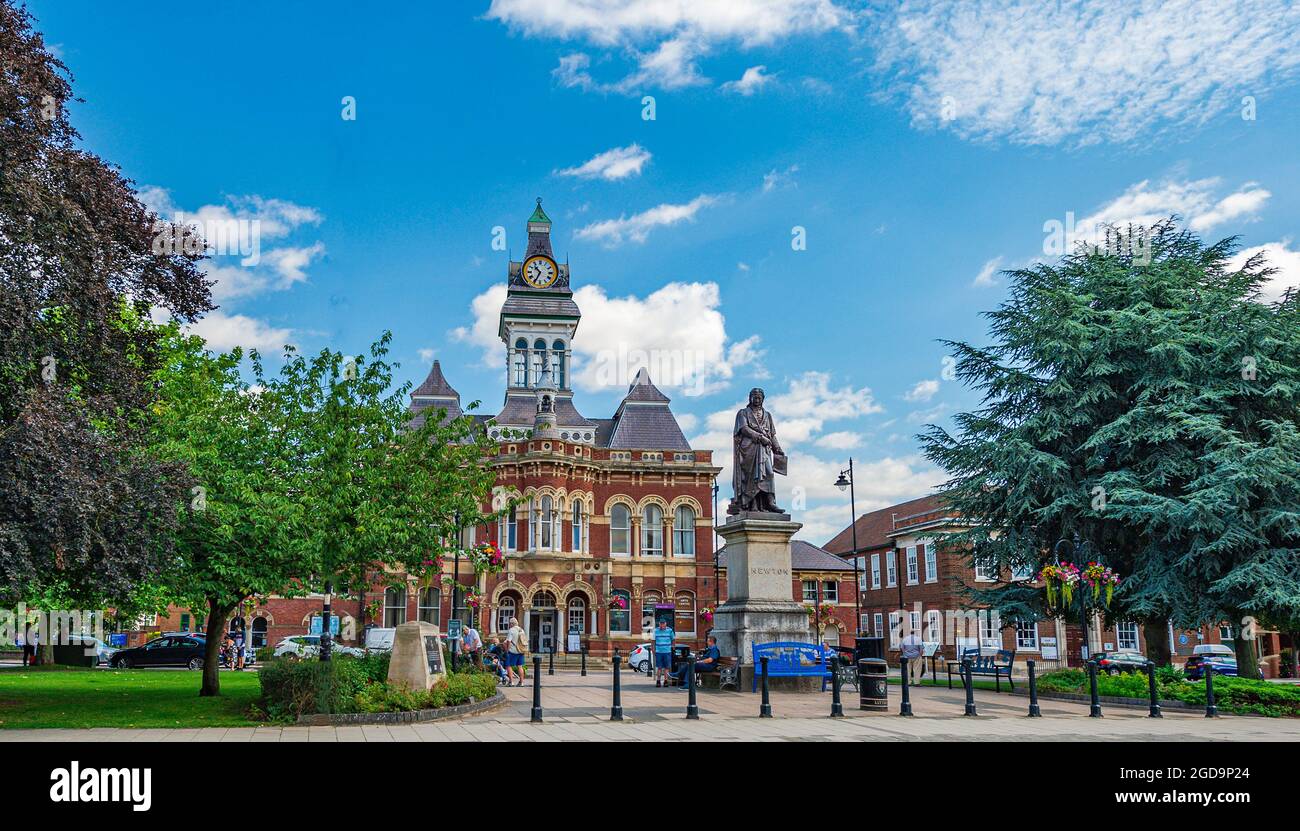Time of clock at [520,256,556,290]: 10:34
